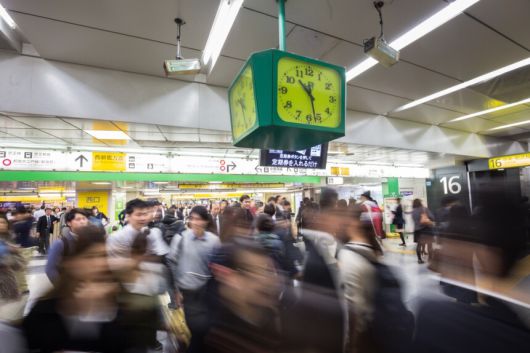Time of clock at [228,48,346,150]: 10:28
